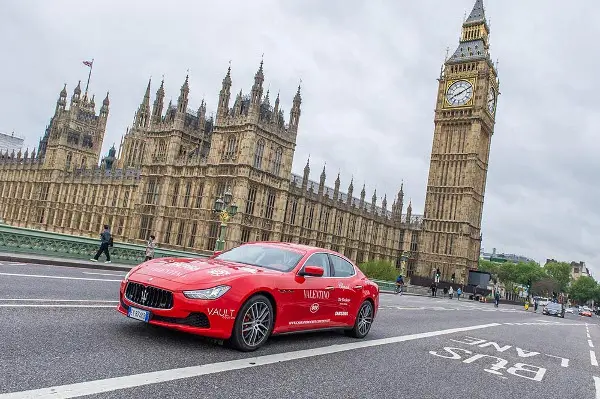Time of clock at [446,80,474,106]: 8:09
